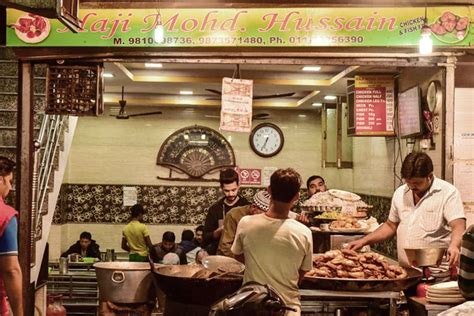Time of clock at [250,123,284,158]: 6:34
